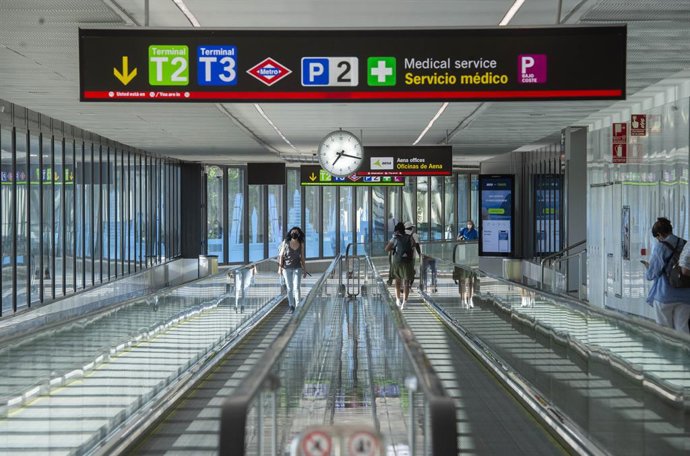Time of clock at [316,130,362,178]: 7:16
